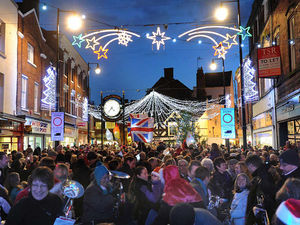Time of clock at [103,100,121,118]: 4:36
